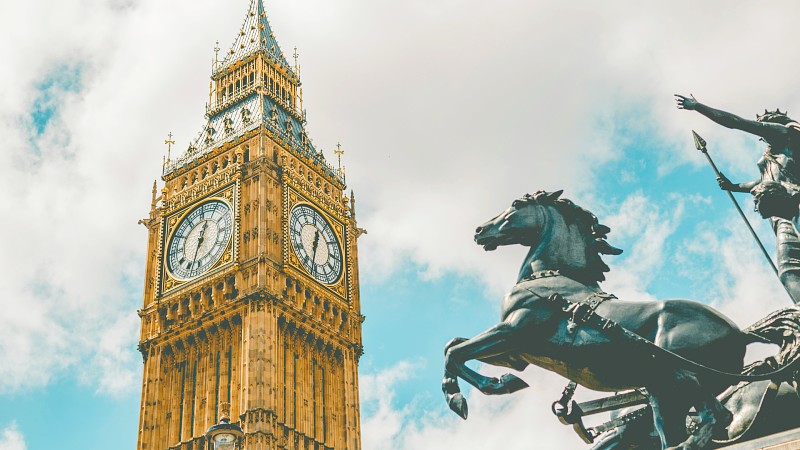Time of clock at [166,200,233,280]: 12:32
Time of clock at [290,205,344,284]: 12:32
